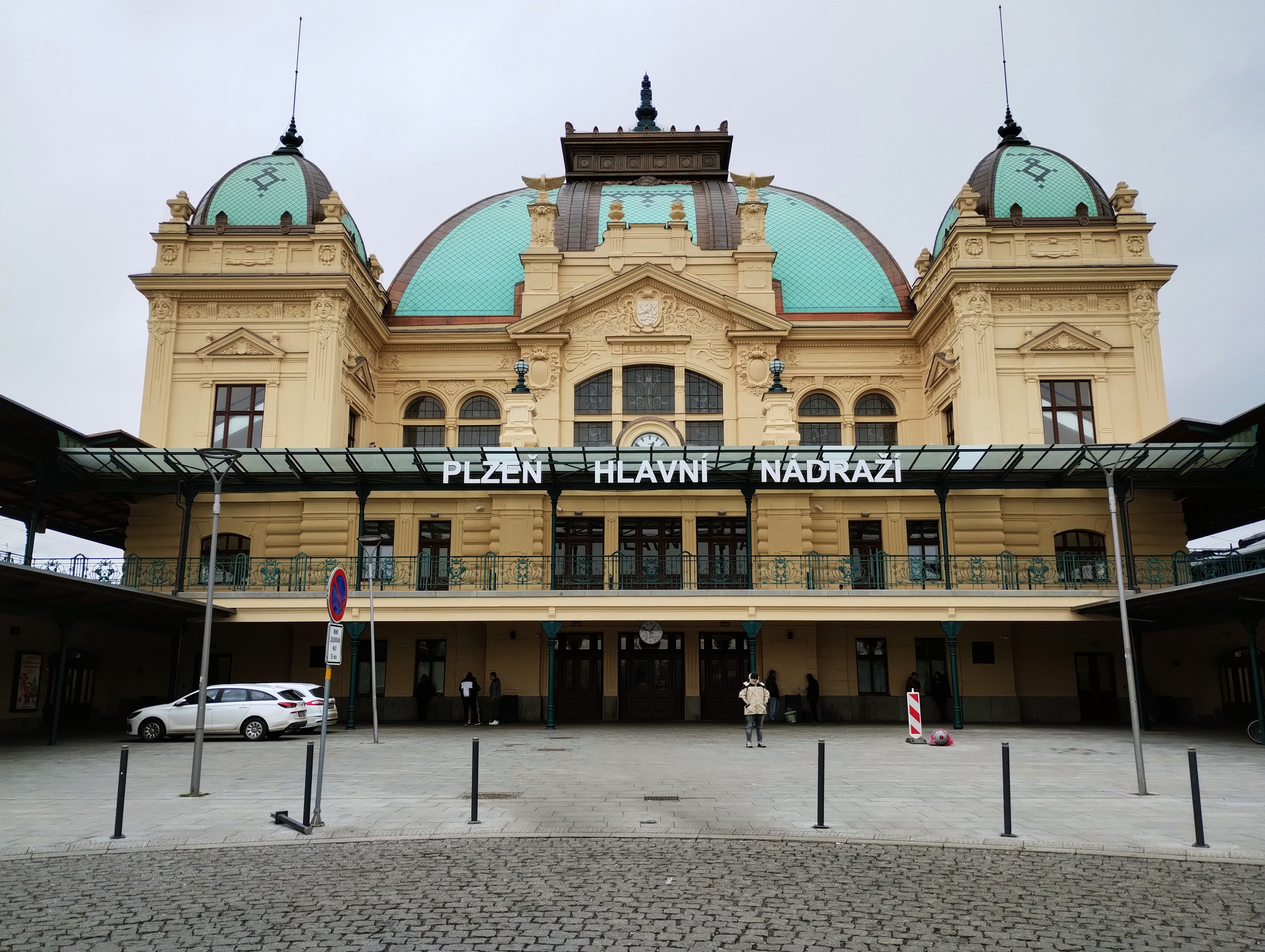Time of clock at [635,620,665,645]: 12:48
